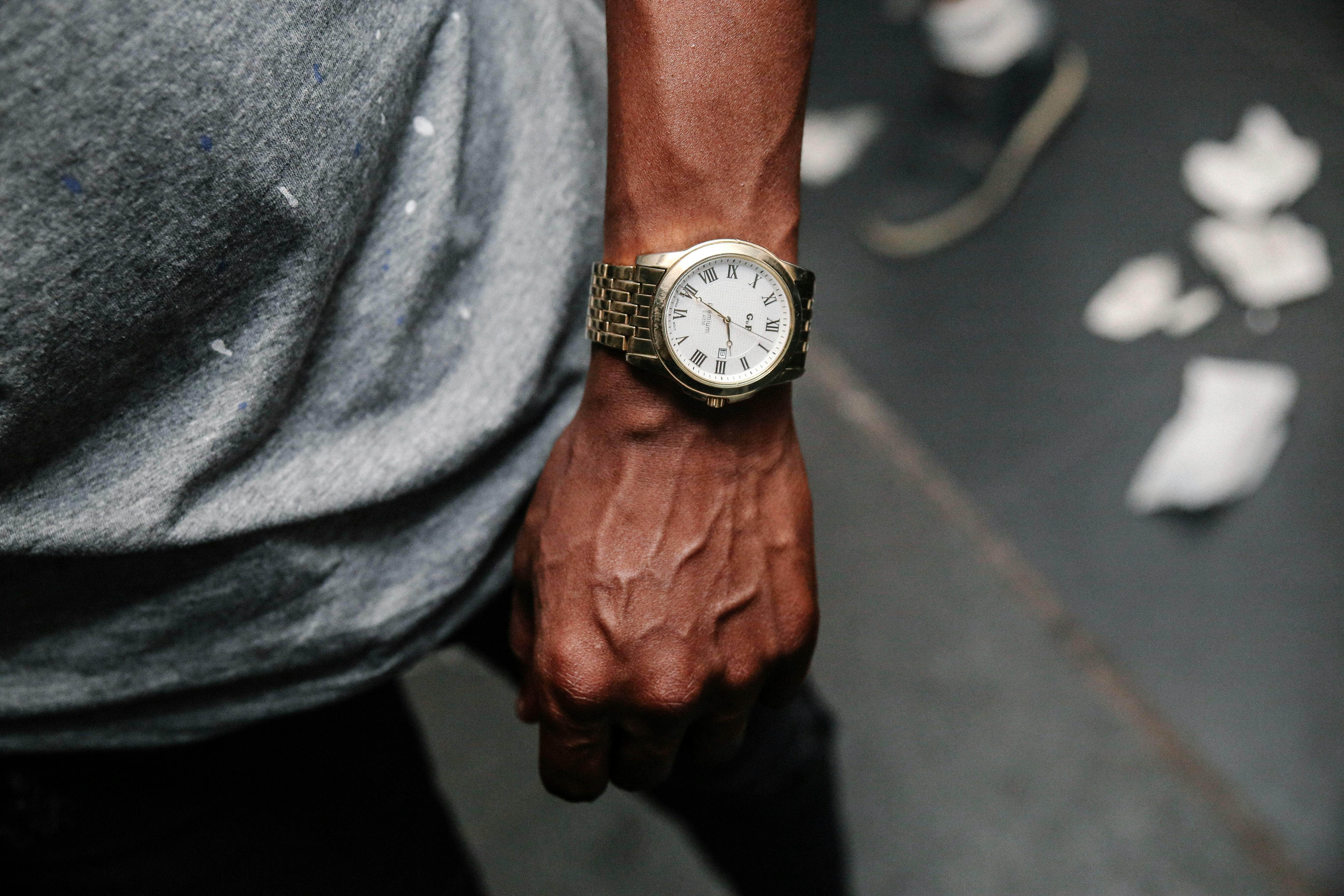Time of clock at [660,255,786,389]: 5:49
